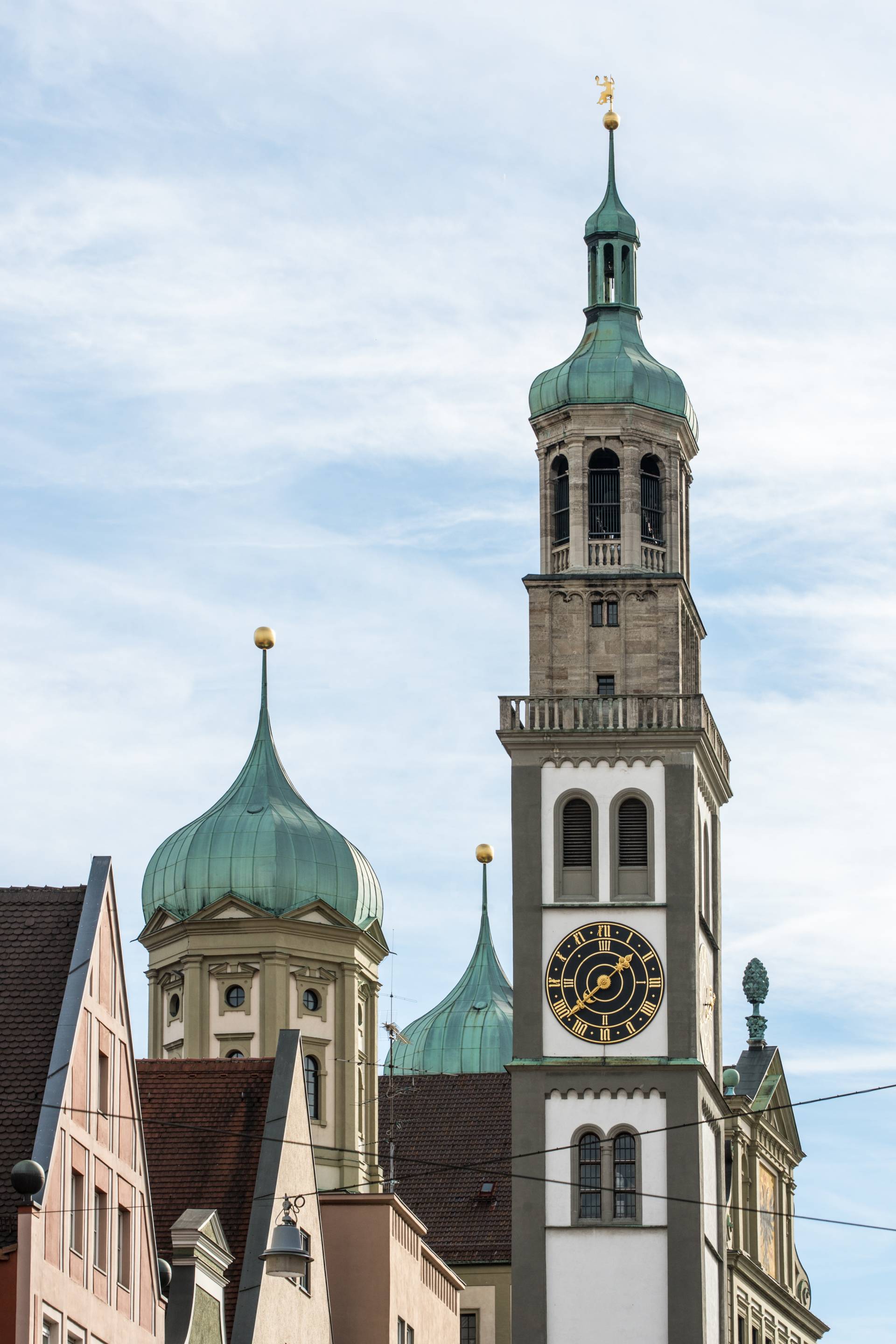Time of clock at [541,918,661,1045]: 1:38
